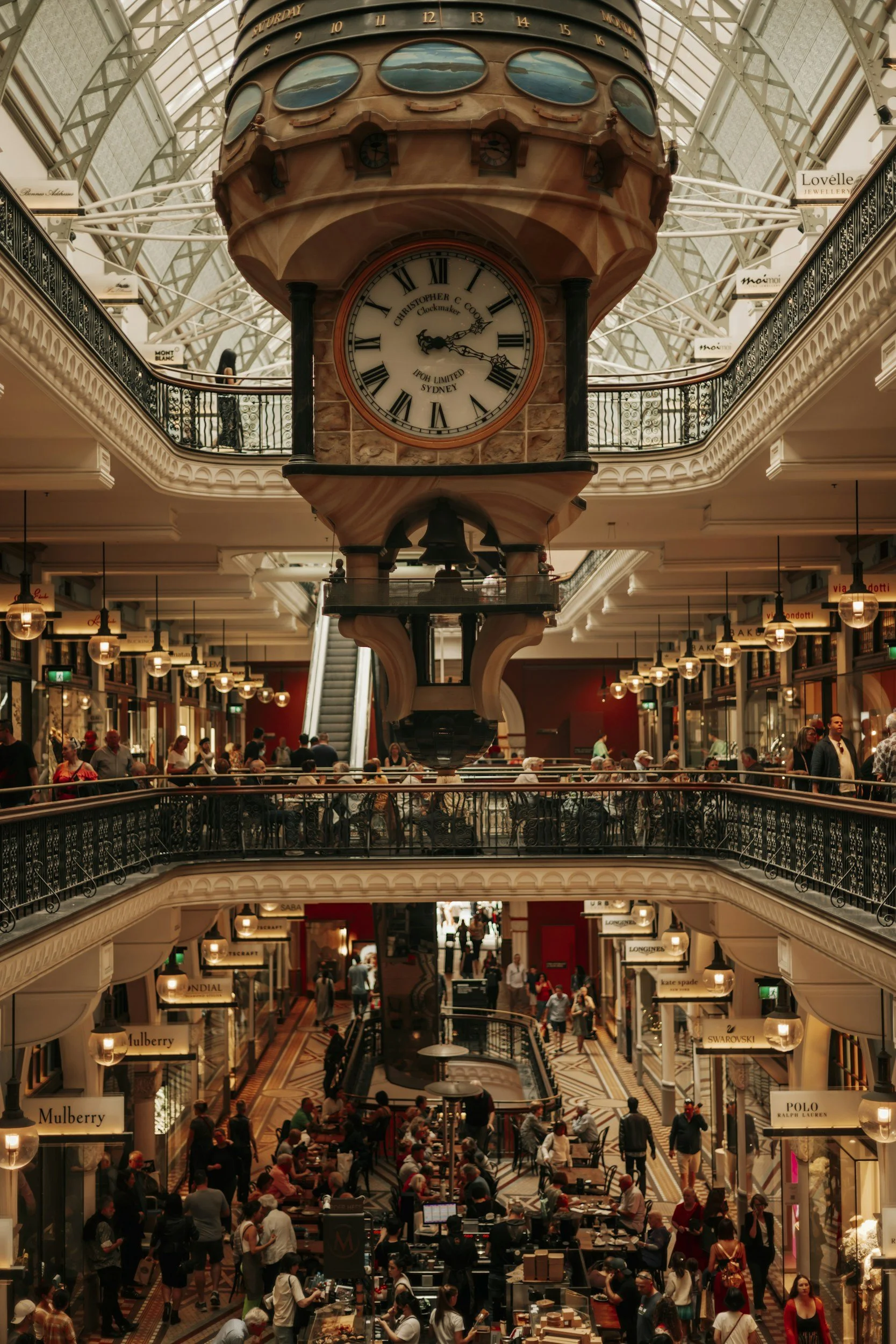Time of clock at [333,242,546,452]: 2:18
